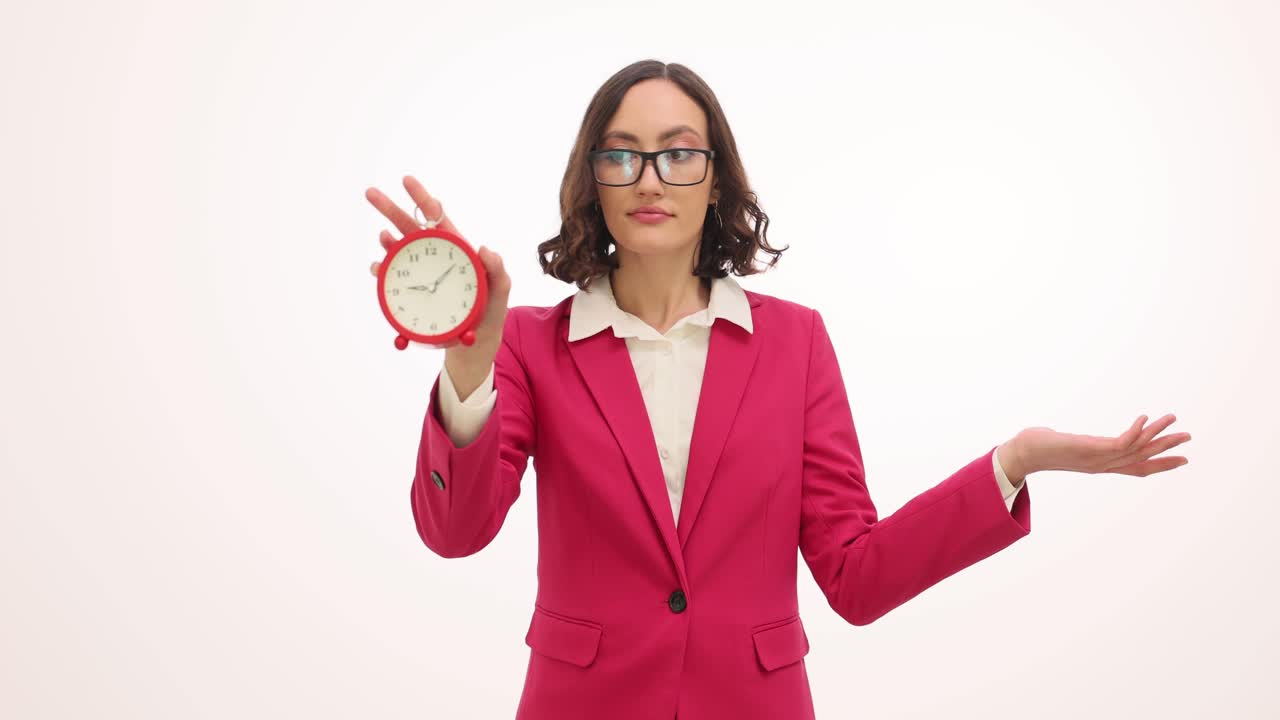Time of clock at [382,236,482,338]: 9:07
